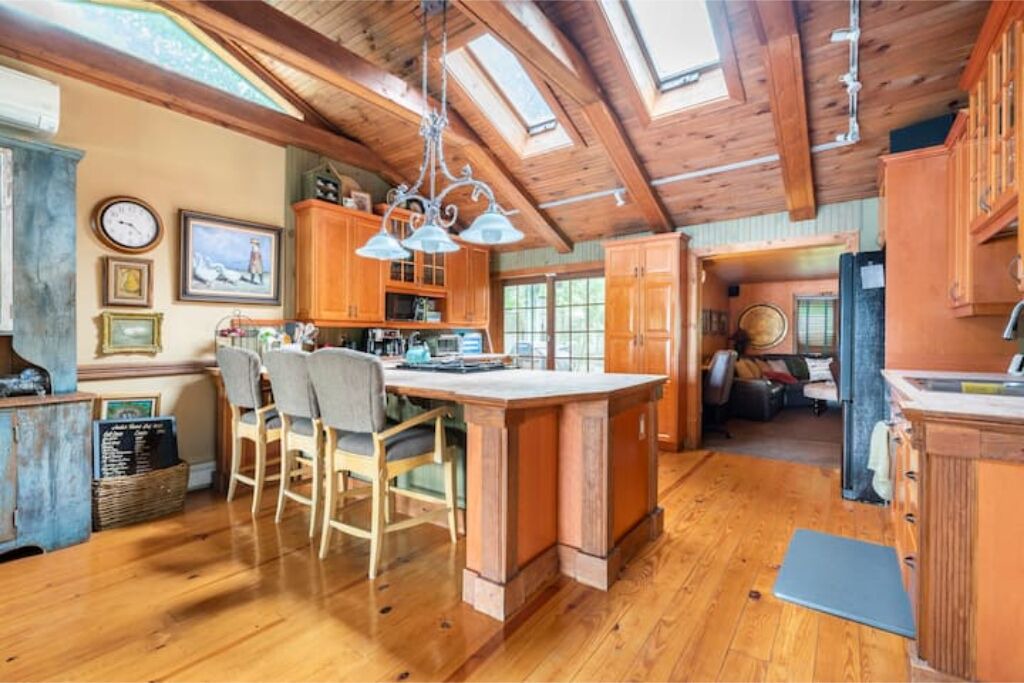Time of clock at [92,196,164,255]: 9:22
